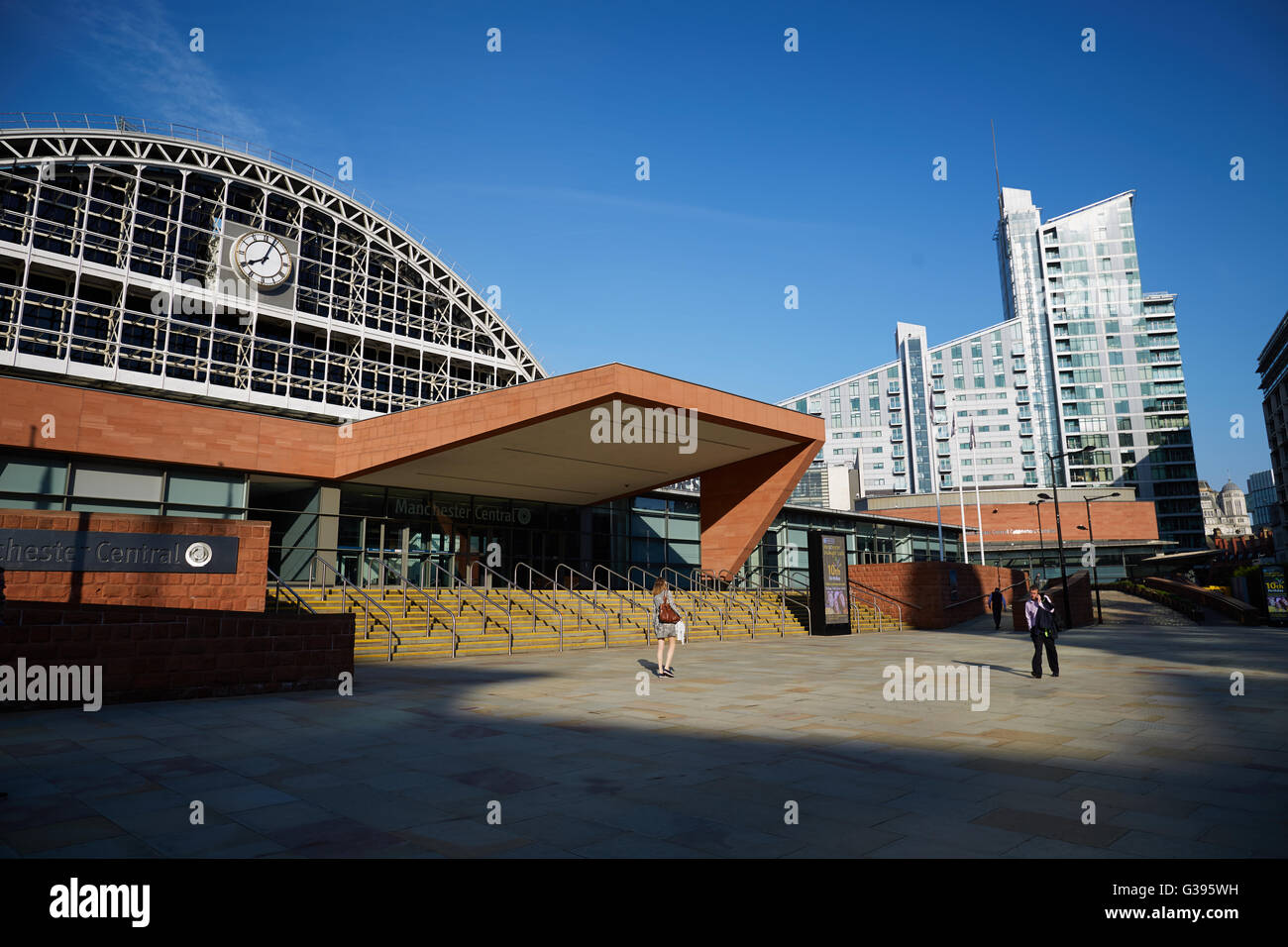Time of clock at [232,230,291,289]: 8:03
